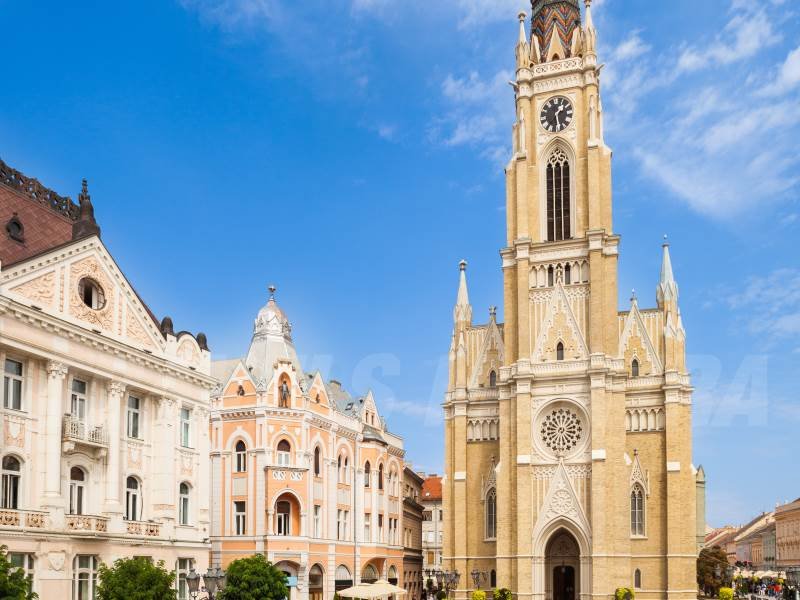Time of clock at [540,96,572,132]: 1:28
